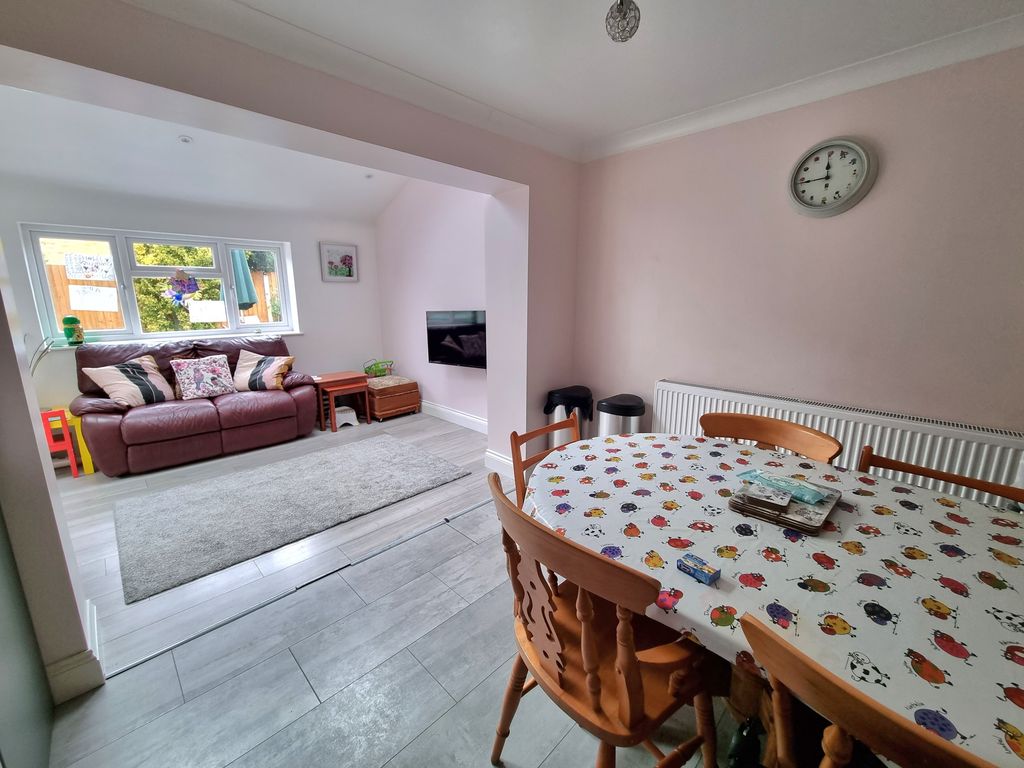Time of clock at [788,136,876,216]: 11:44
